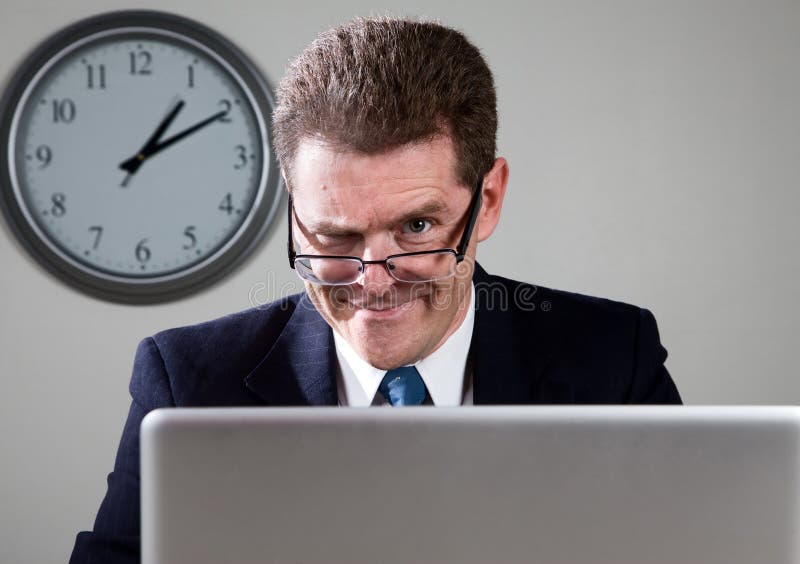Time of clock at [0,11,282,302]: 1:10
